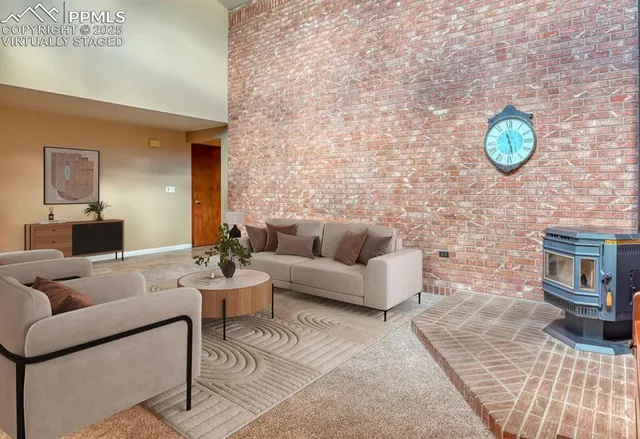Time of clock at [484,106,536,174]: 11:28
